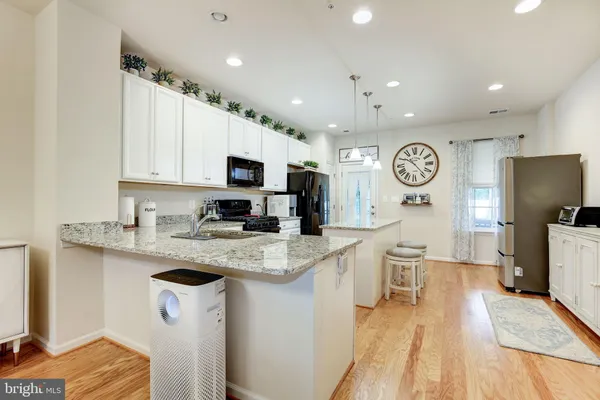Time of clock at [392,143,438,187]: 10:23
